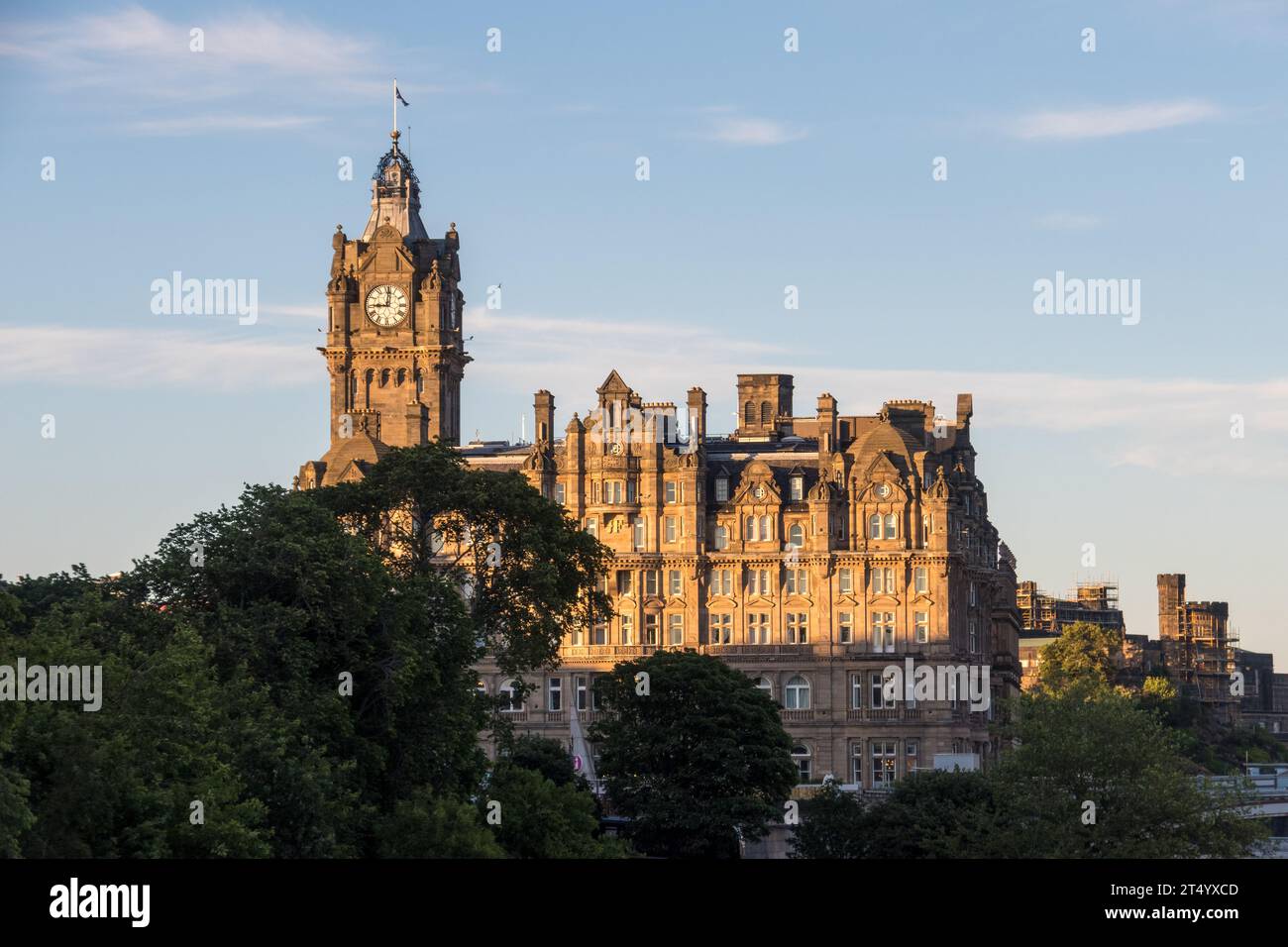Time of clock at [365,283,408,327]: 9:01
